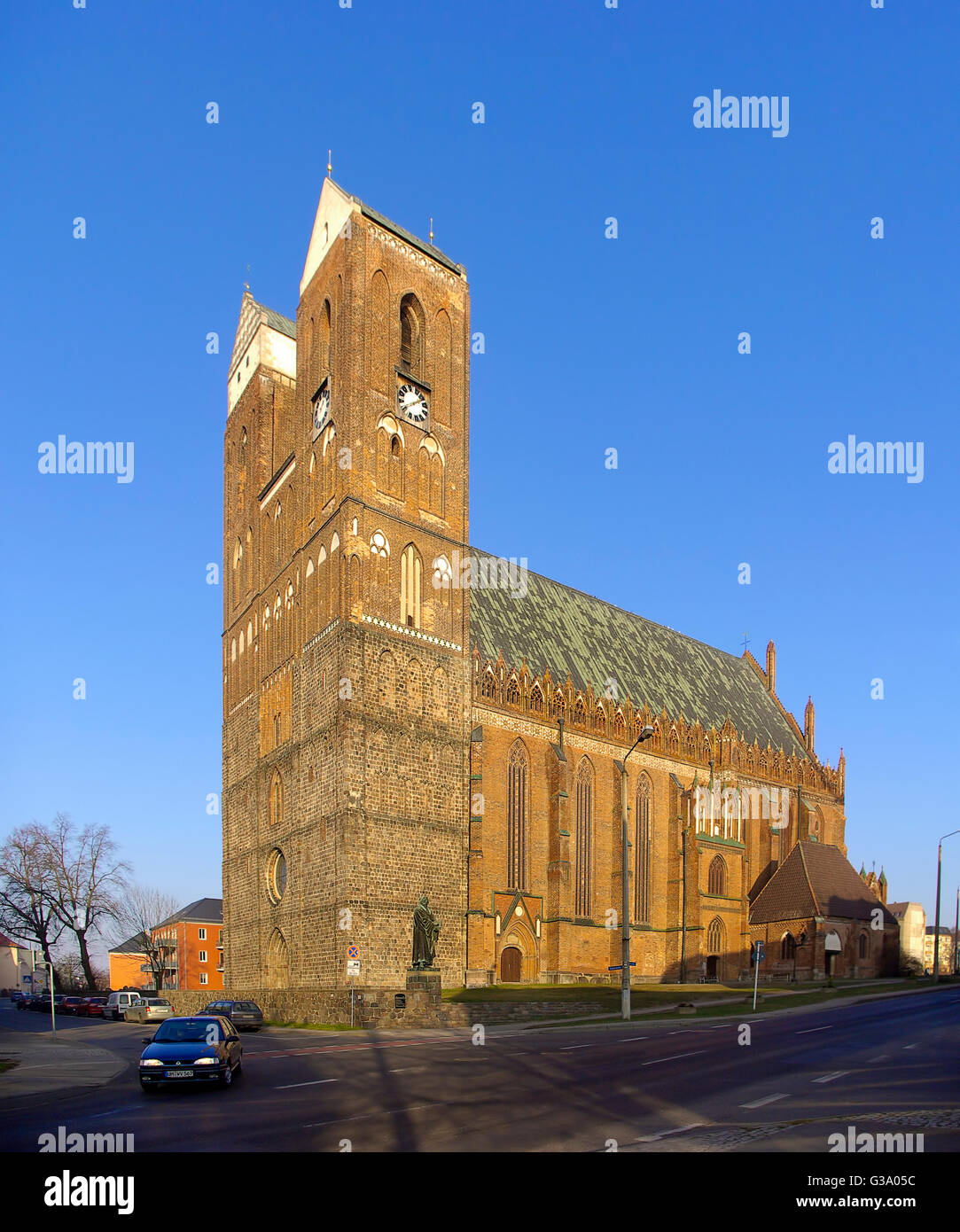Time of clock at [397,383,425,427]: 1:40
